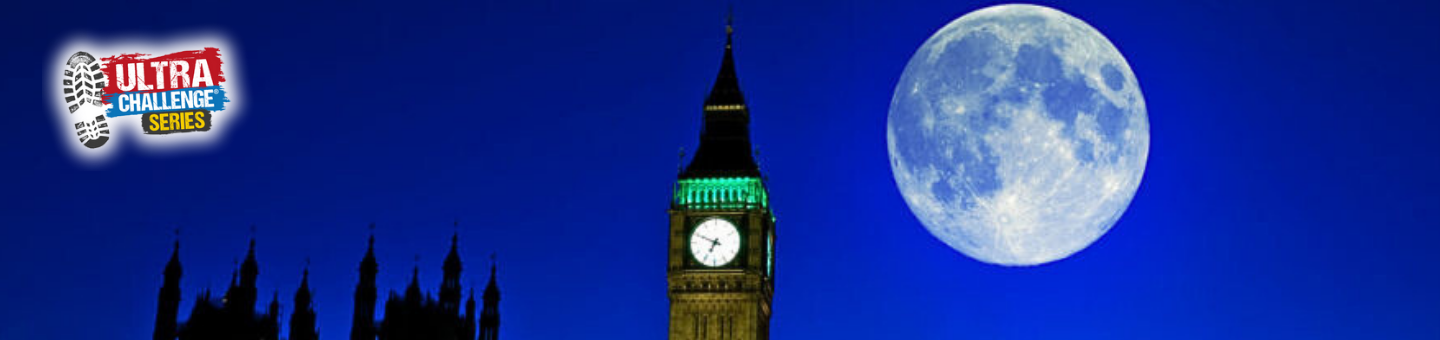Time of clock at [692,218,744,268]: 6:48
